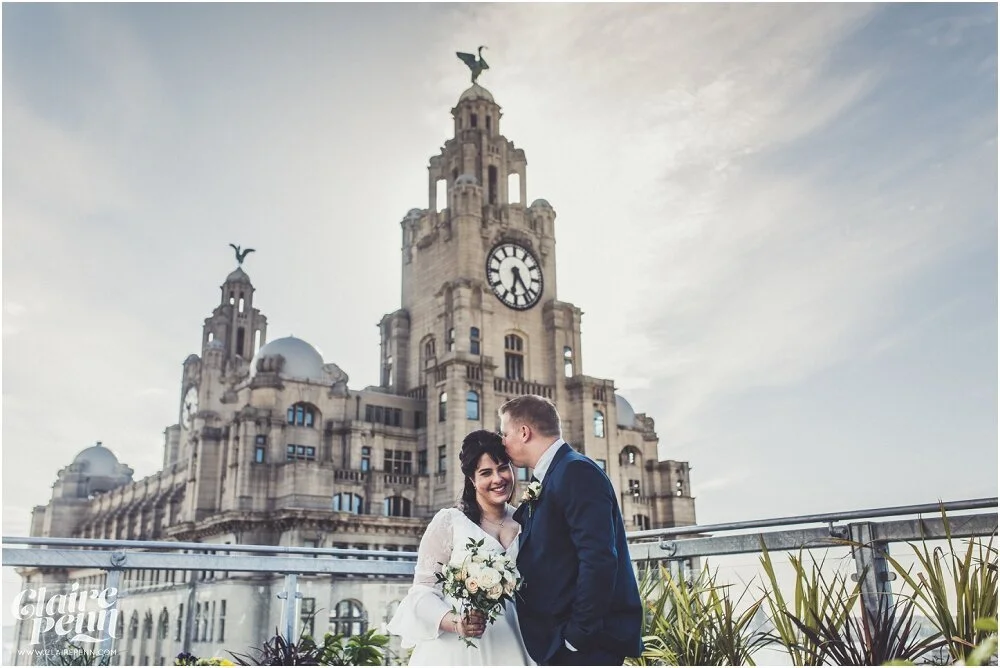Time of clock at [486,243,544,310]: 6:23
